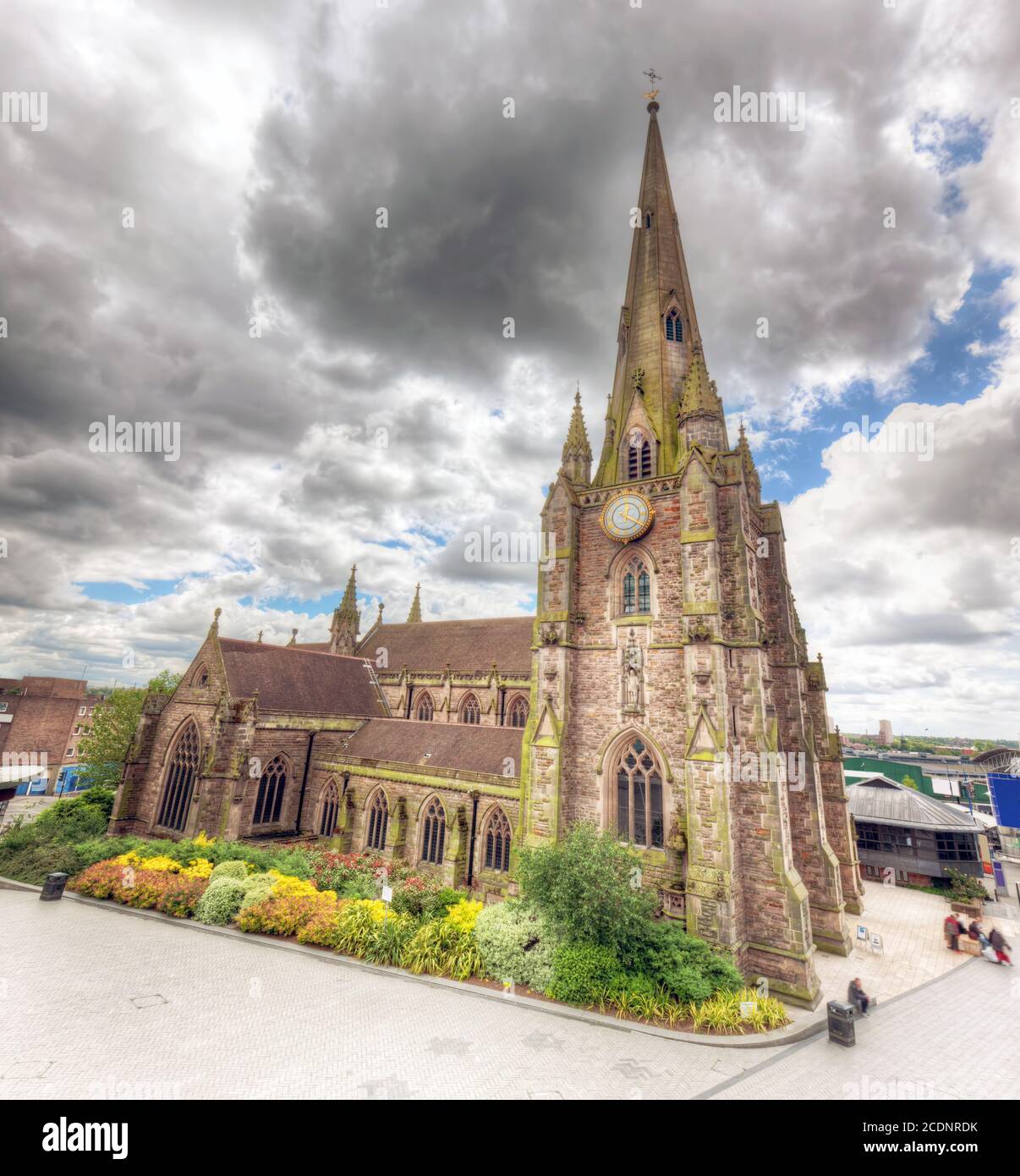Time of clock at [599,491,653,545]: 12:19
